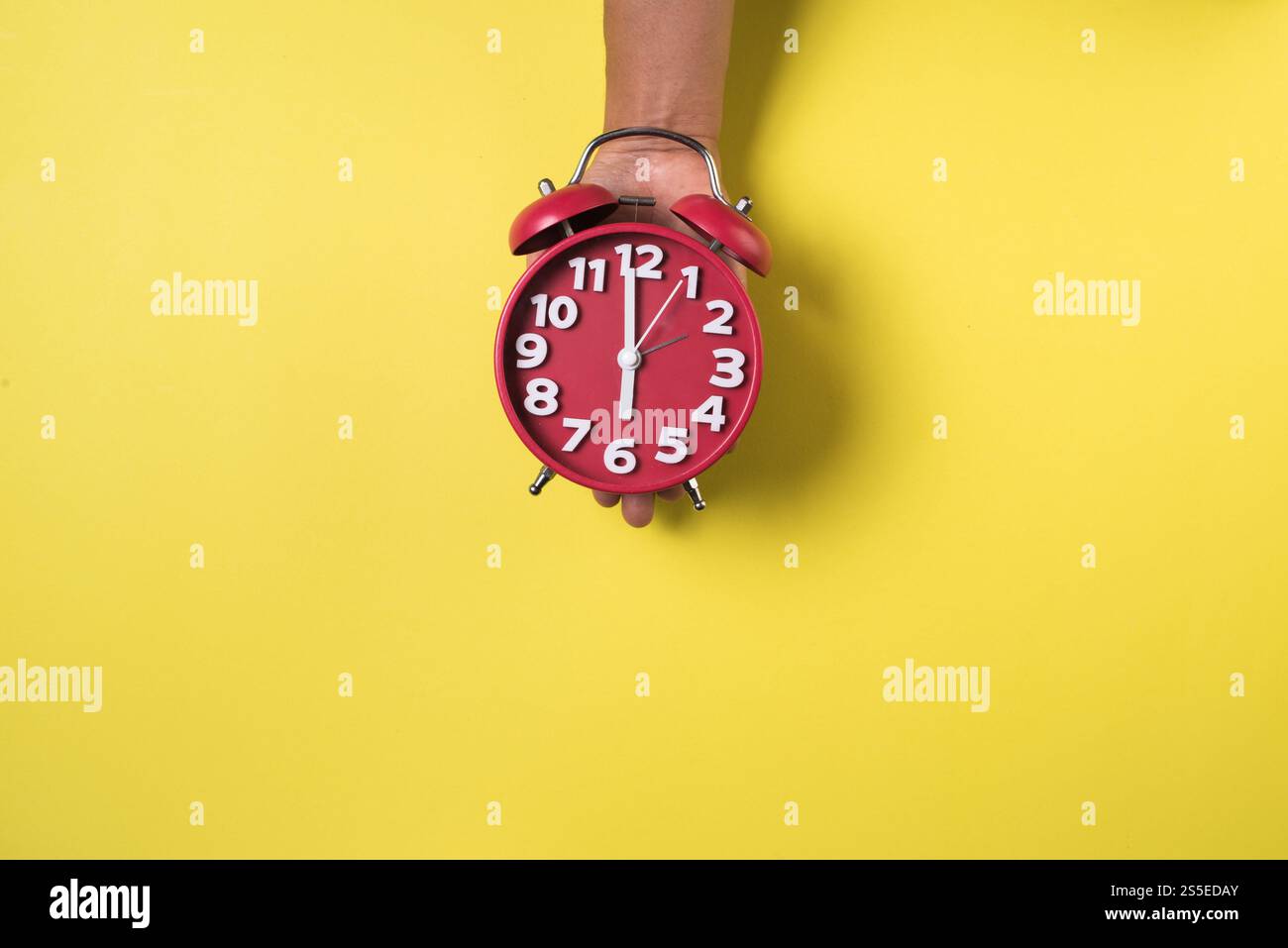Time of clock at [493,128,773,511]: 5:59
